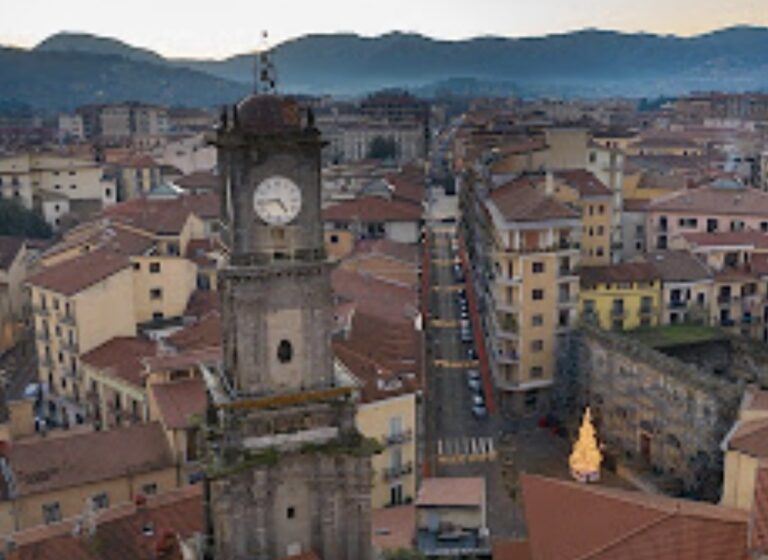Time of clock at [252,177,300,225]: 4:43
